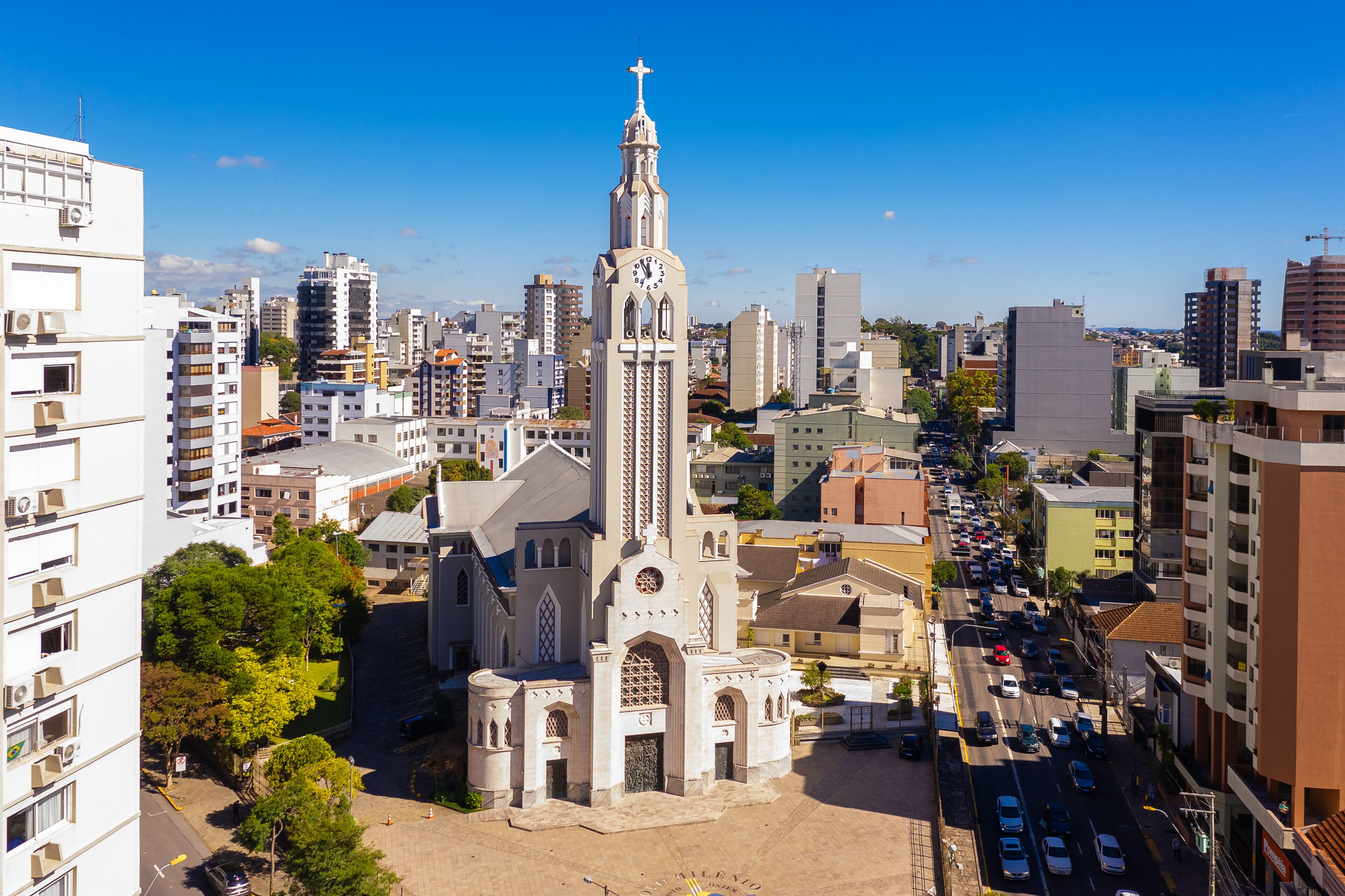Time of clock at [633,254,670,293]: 11:54
